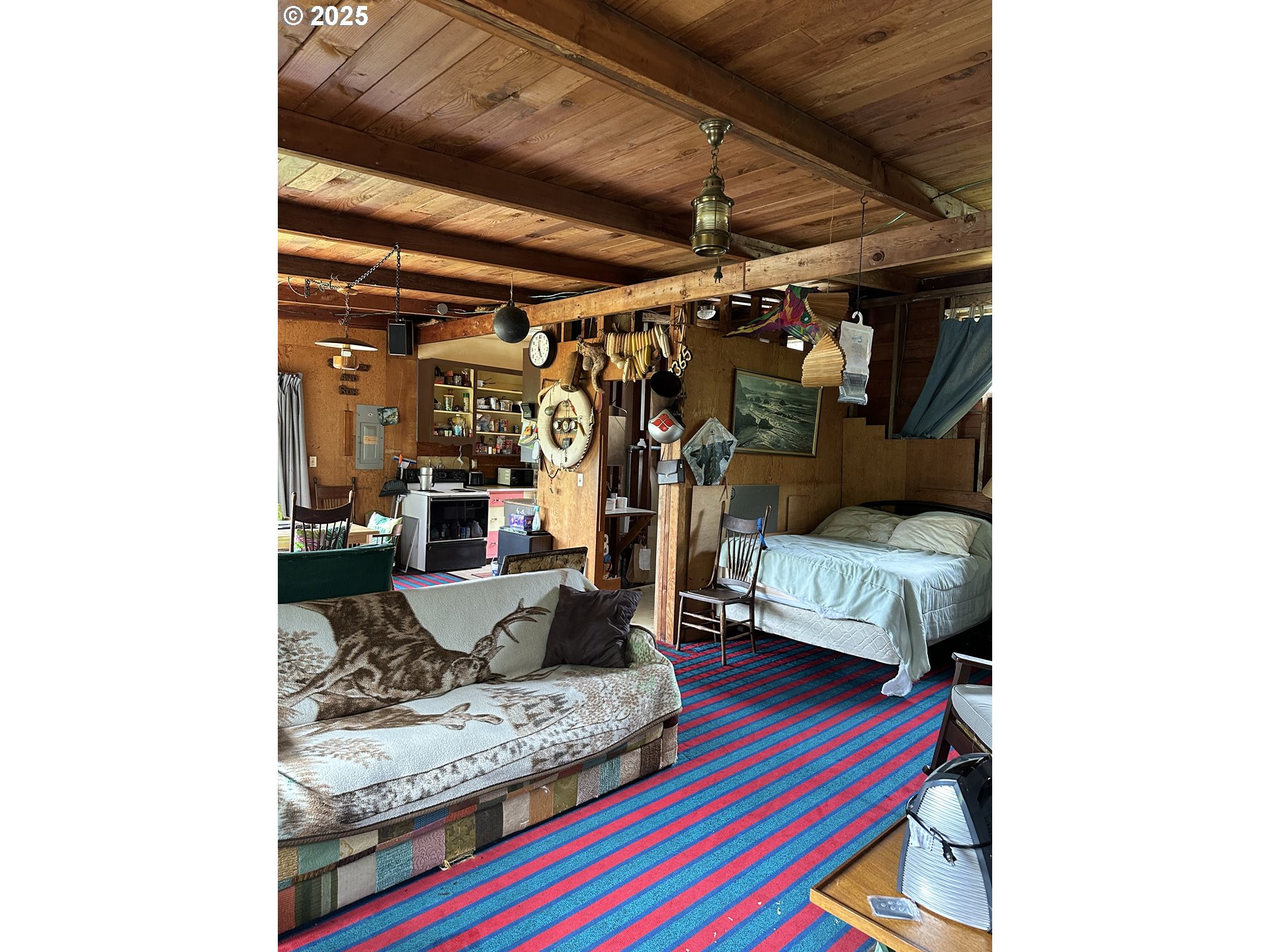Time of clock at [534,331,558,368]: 4:59
